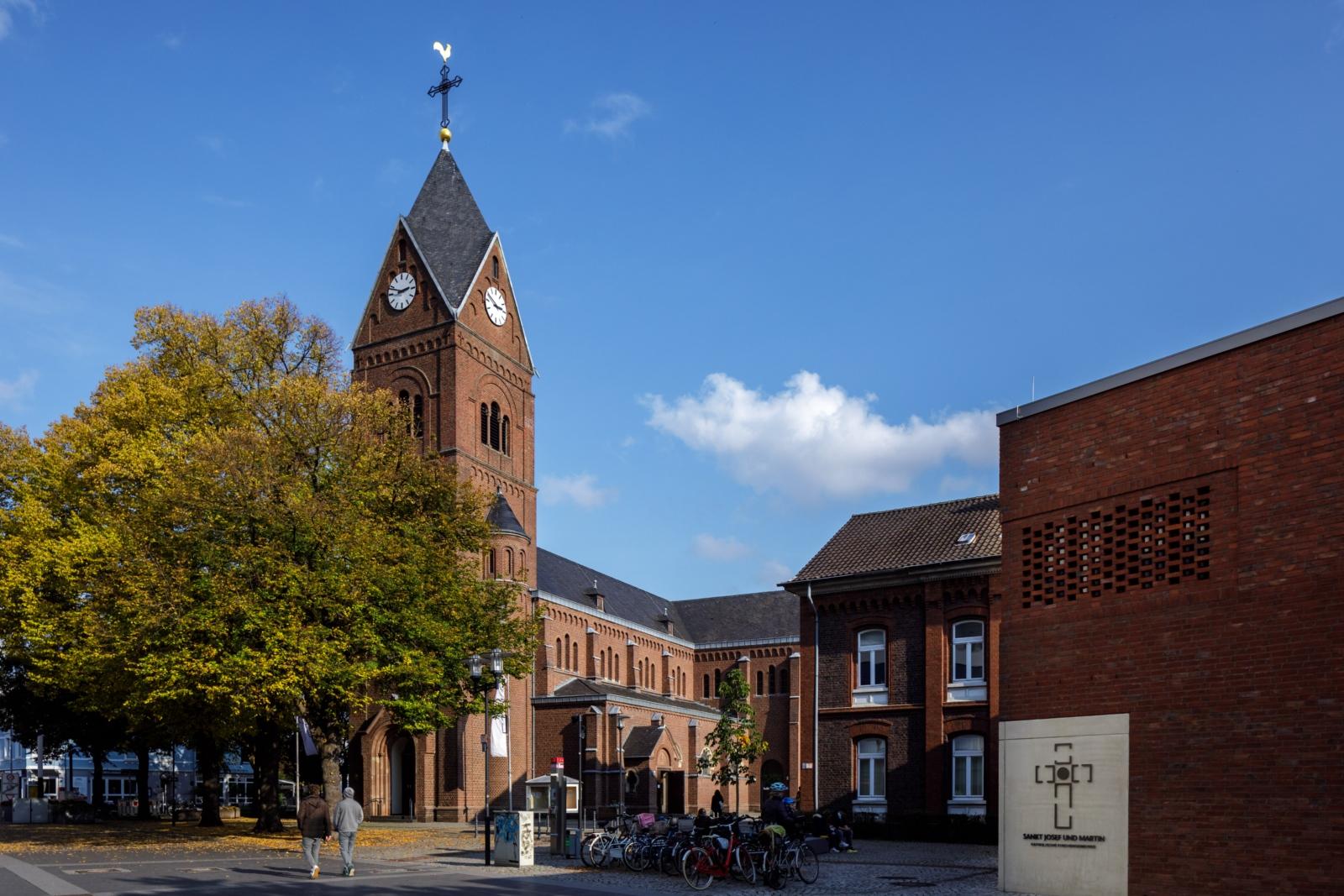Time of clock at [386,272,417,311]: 2:48
